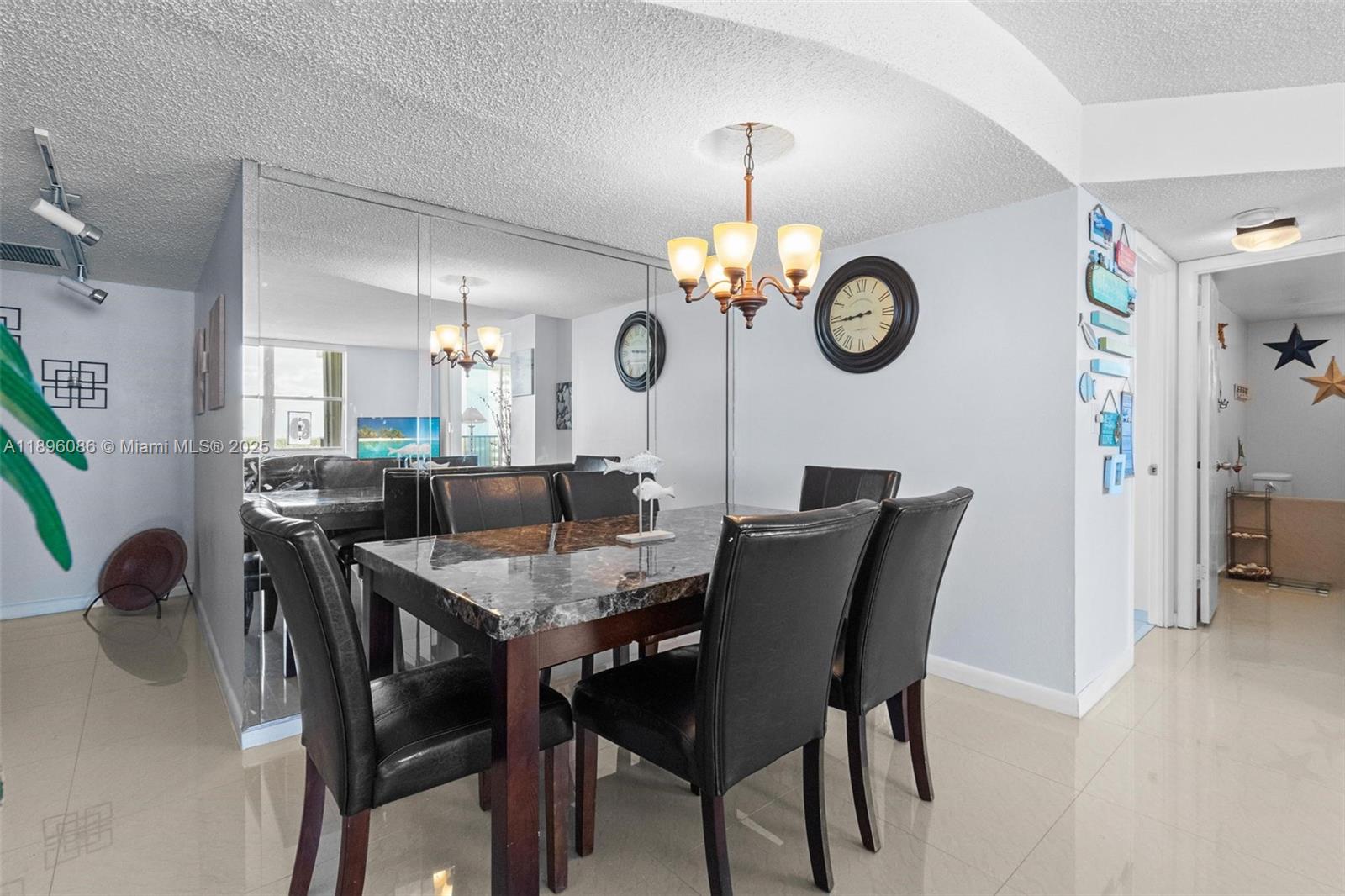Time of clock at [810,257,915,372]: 8:43
